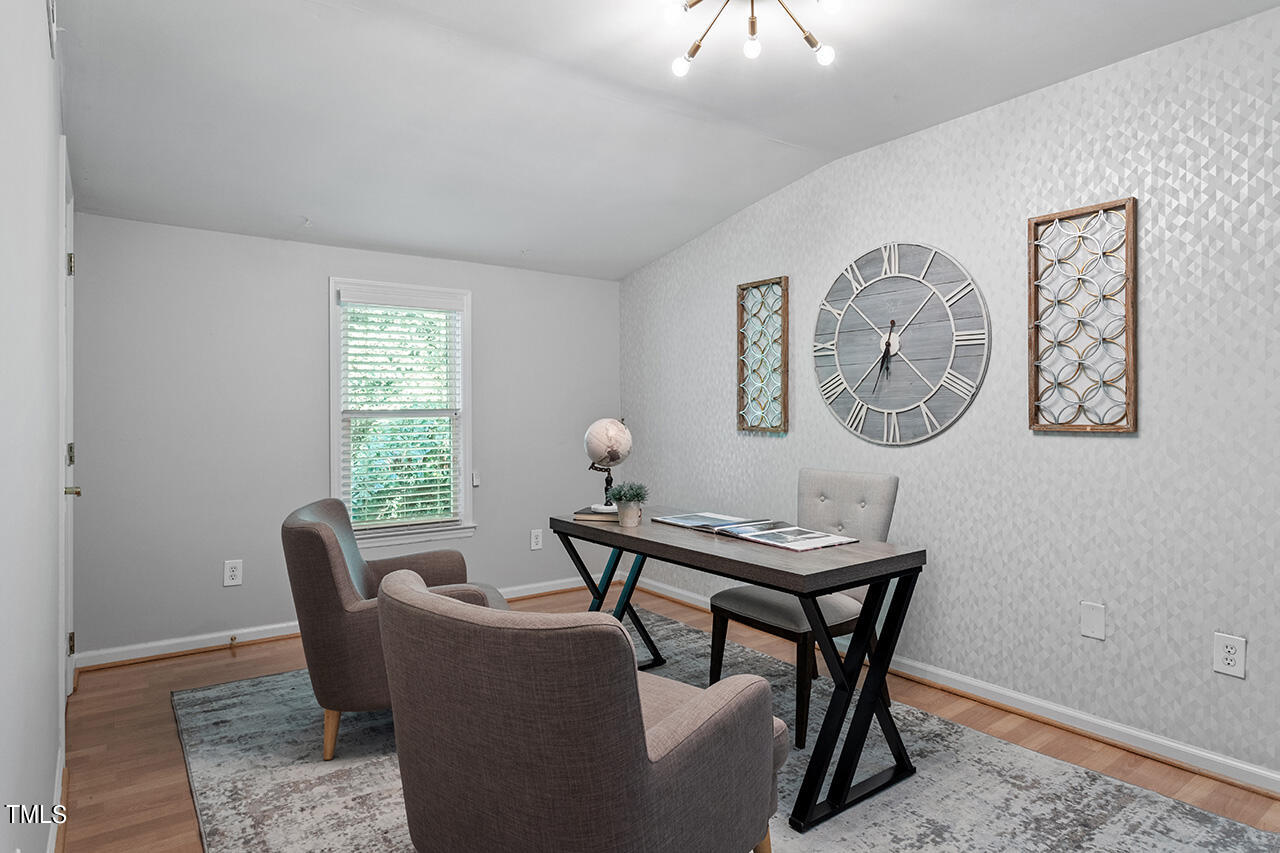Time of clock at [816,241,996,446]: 6:37
